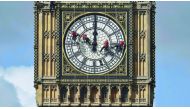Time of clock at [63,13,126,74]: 10:00
